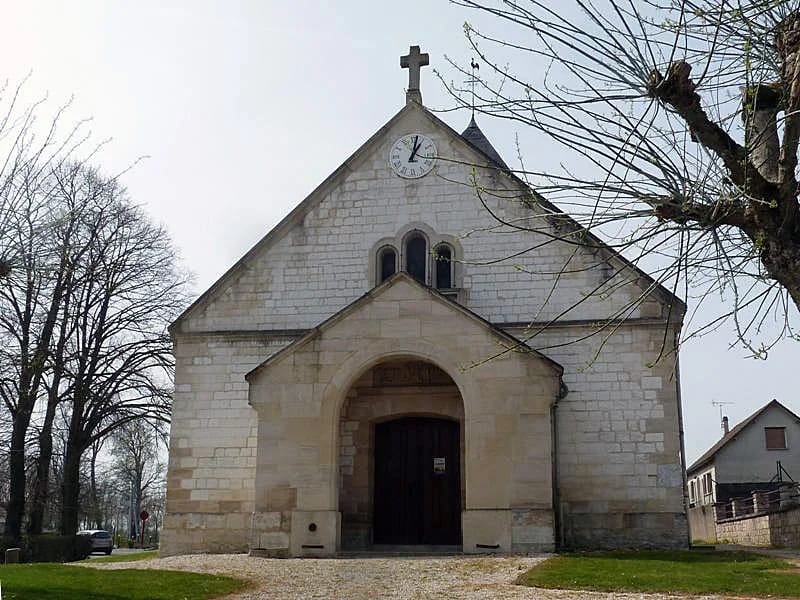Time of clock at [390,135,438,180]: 1:02
